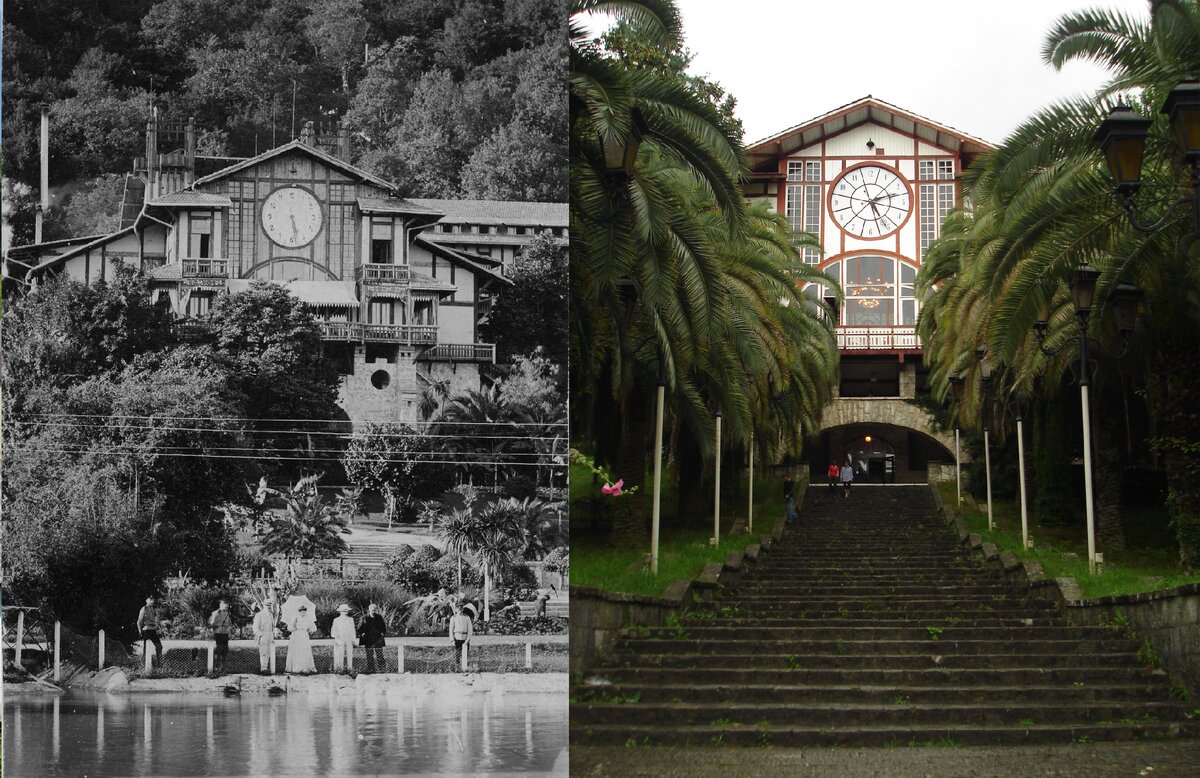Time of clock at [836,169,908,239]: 2:25
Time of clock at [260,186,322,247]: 5:28
